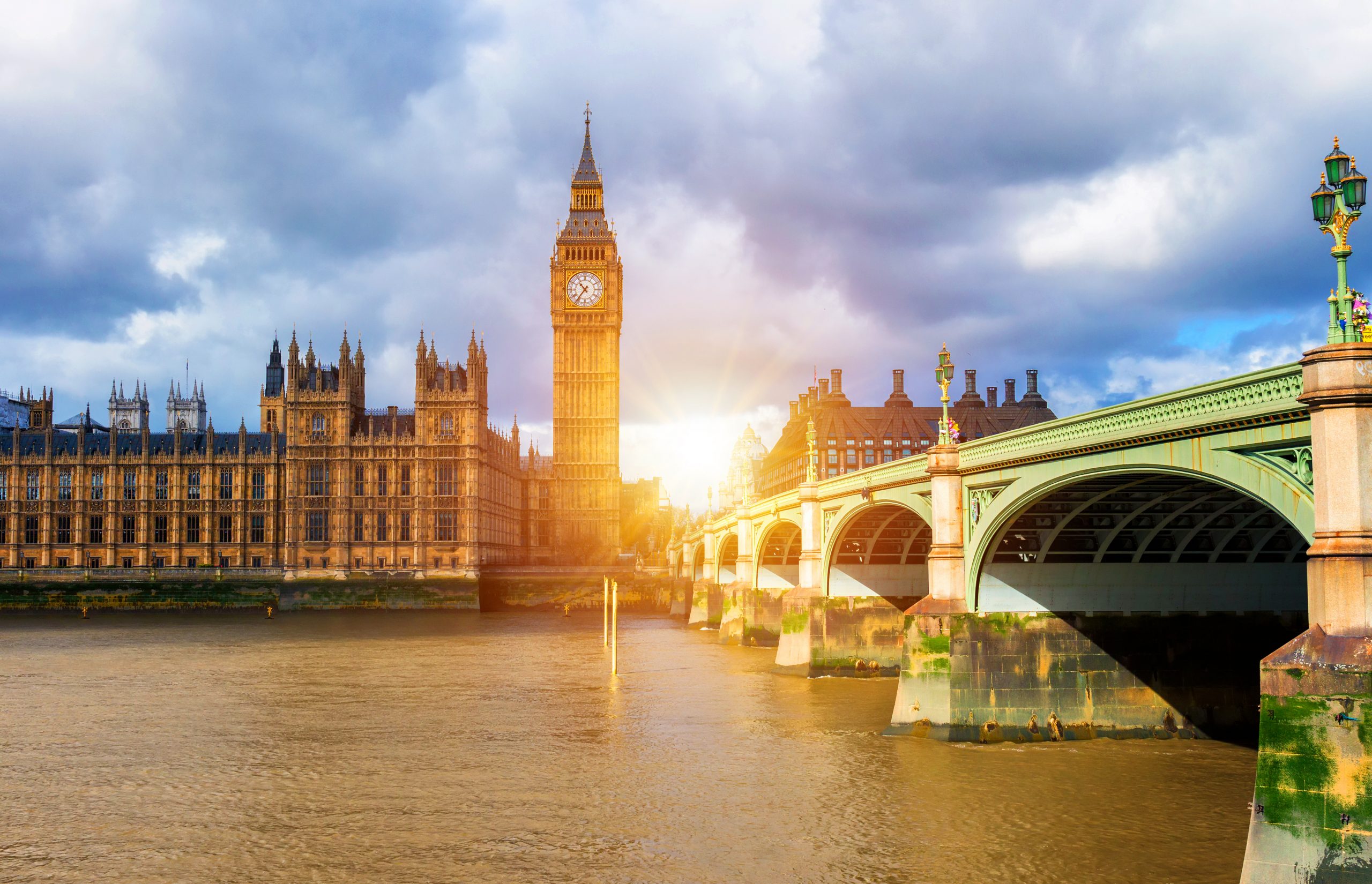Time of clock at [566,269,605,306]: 10:36
